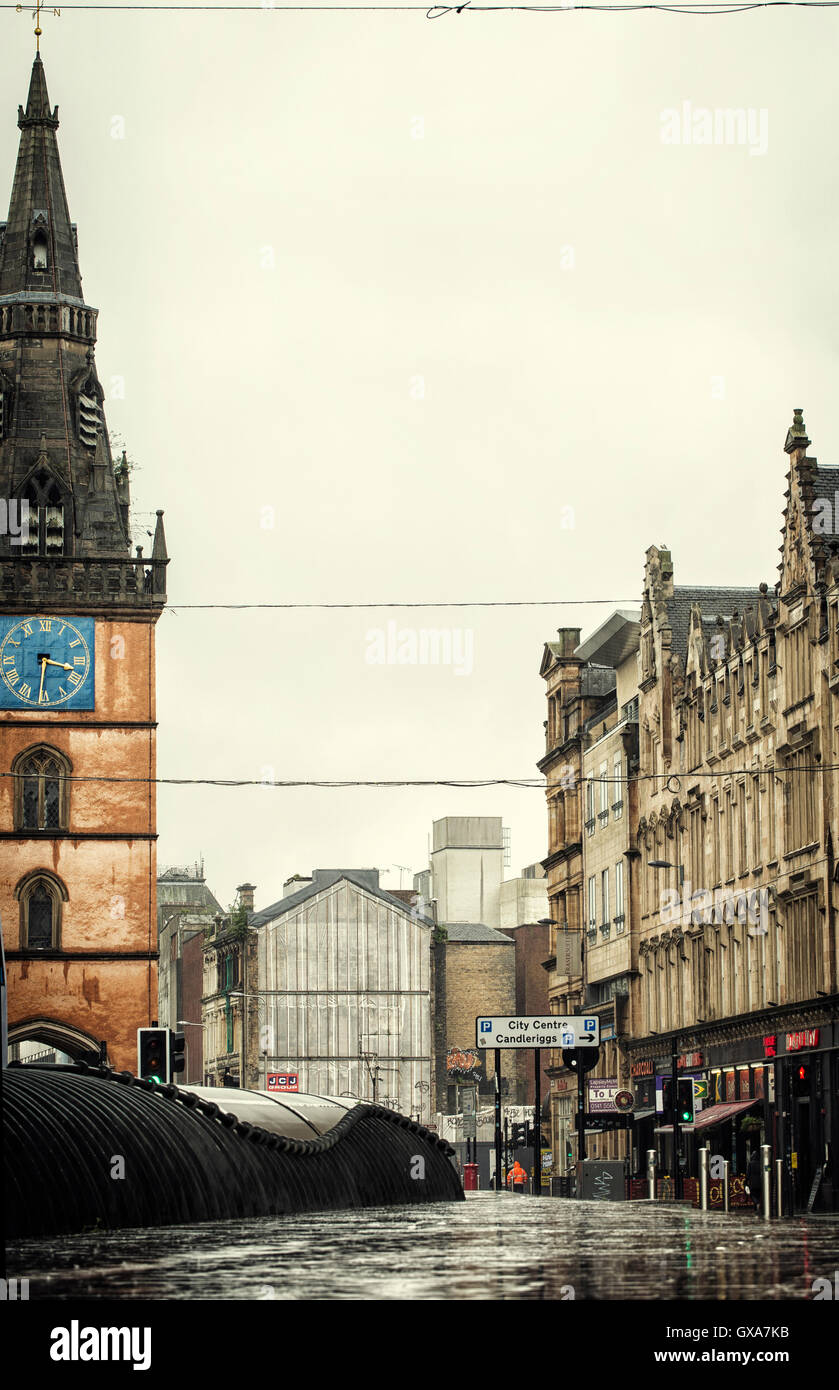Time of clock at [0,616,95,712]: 3:30
